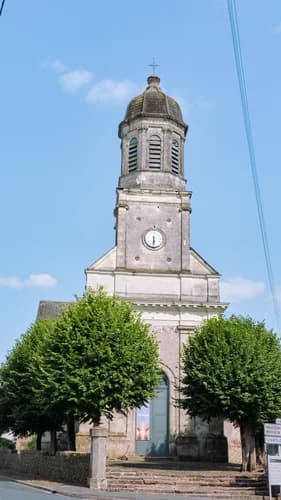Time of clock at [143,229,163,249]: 5:30
